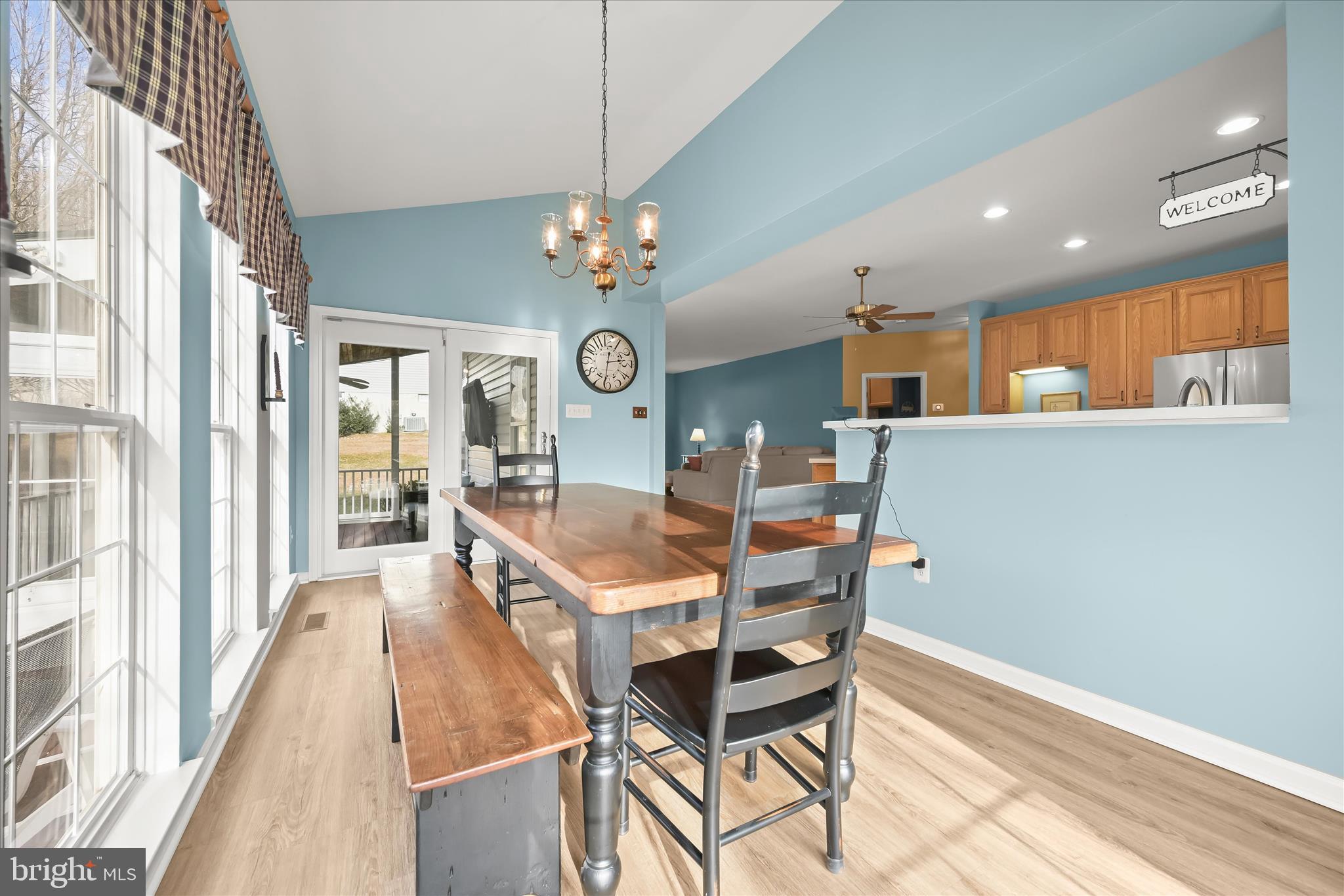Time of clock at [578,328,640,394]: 2:31
